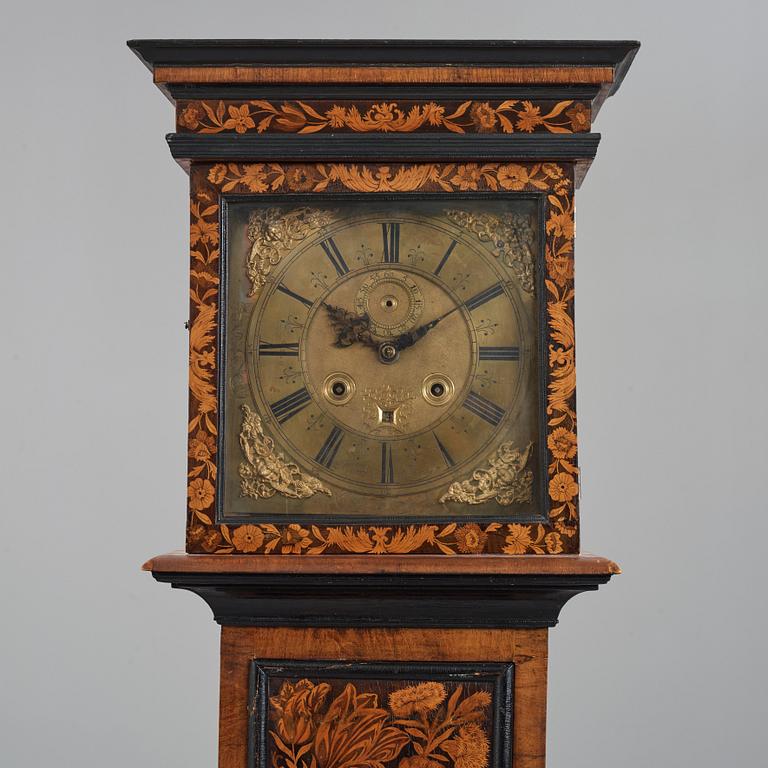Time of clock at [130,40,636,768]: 10:10
